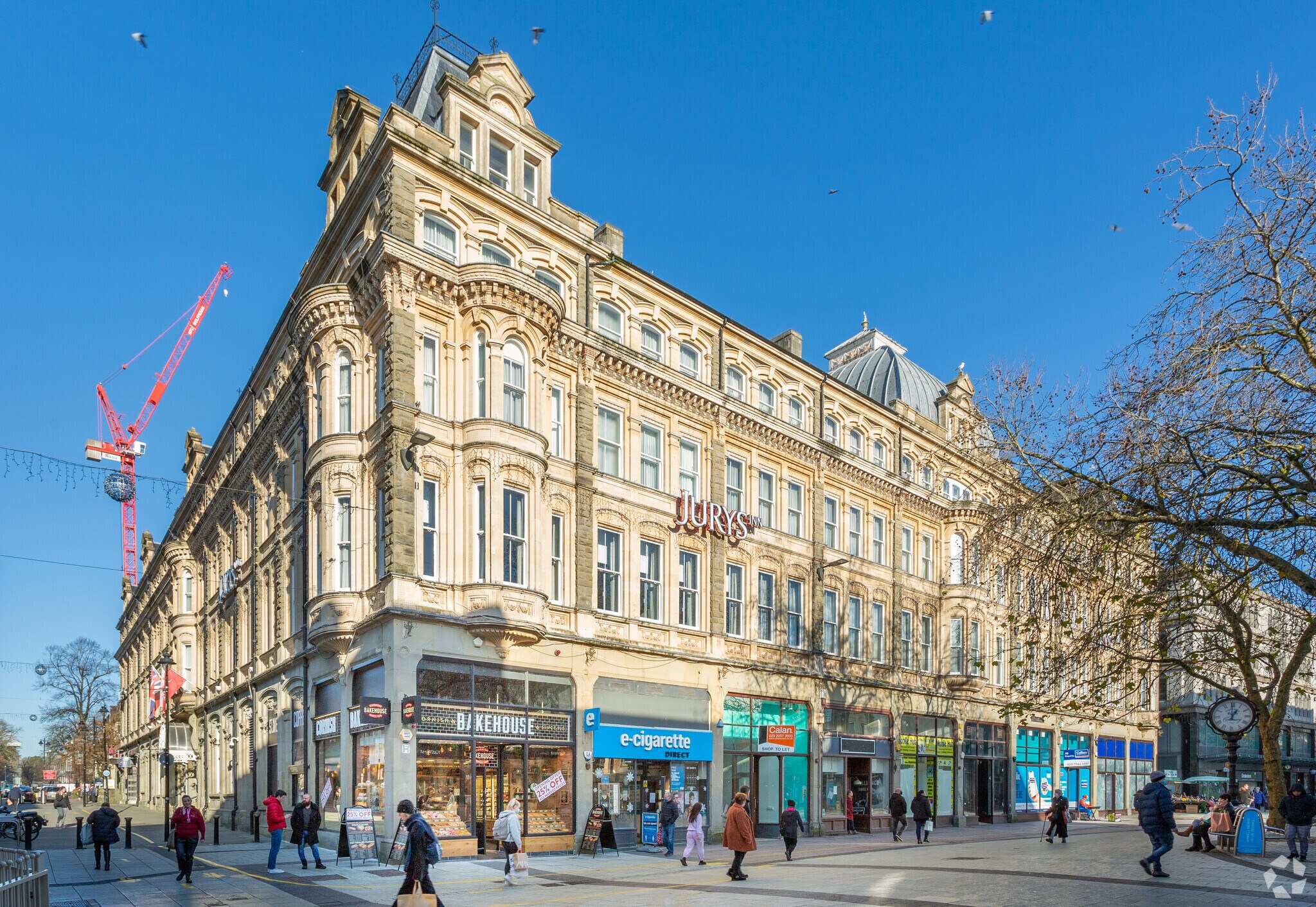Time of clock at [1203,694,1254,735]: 1:00
